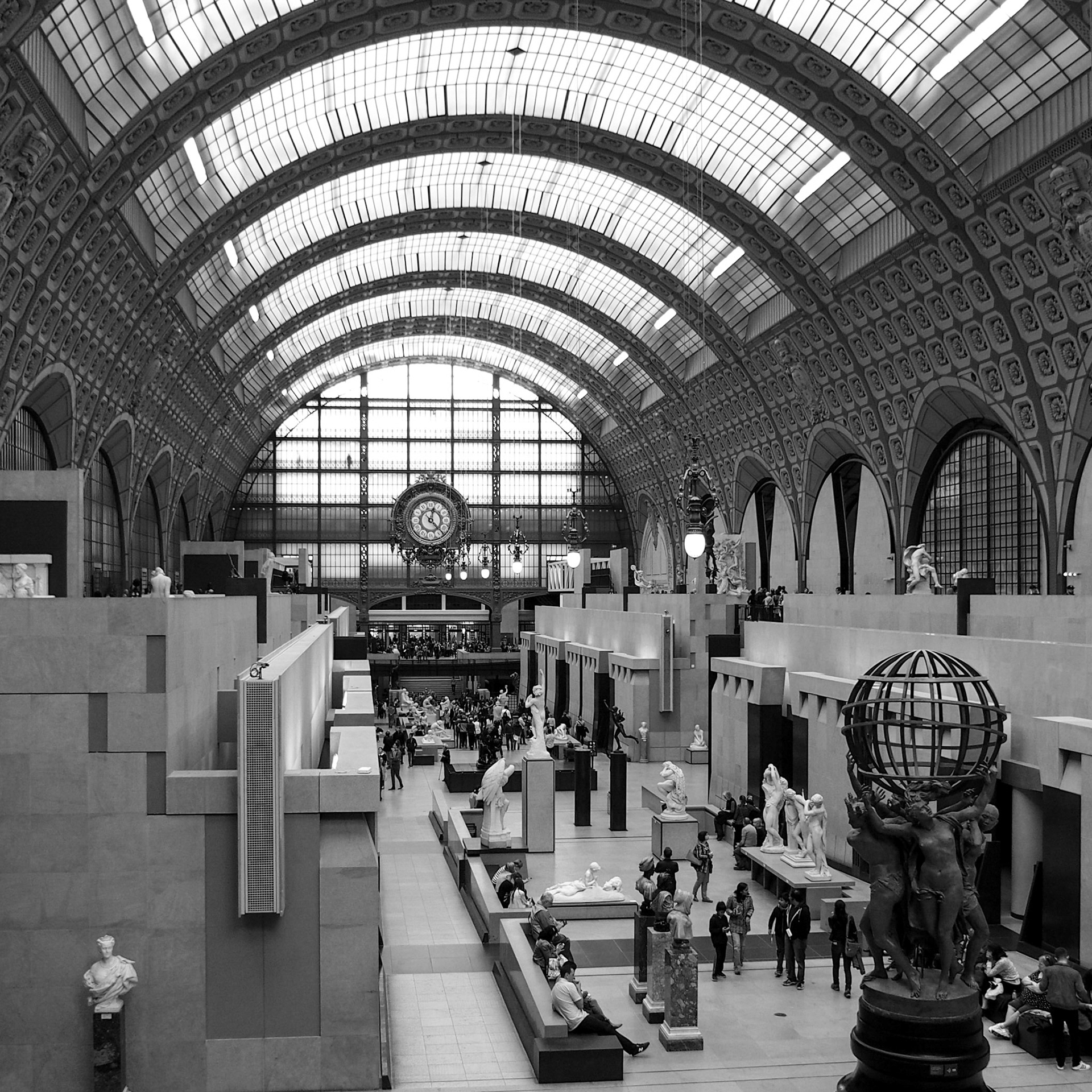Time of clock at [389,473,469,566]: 12:23
